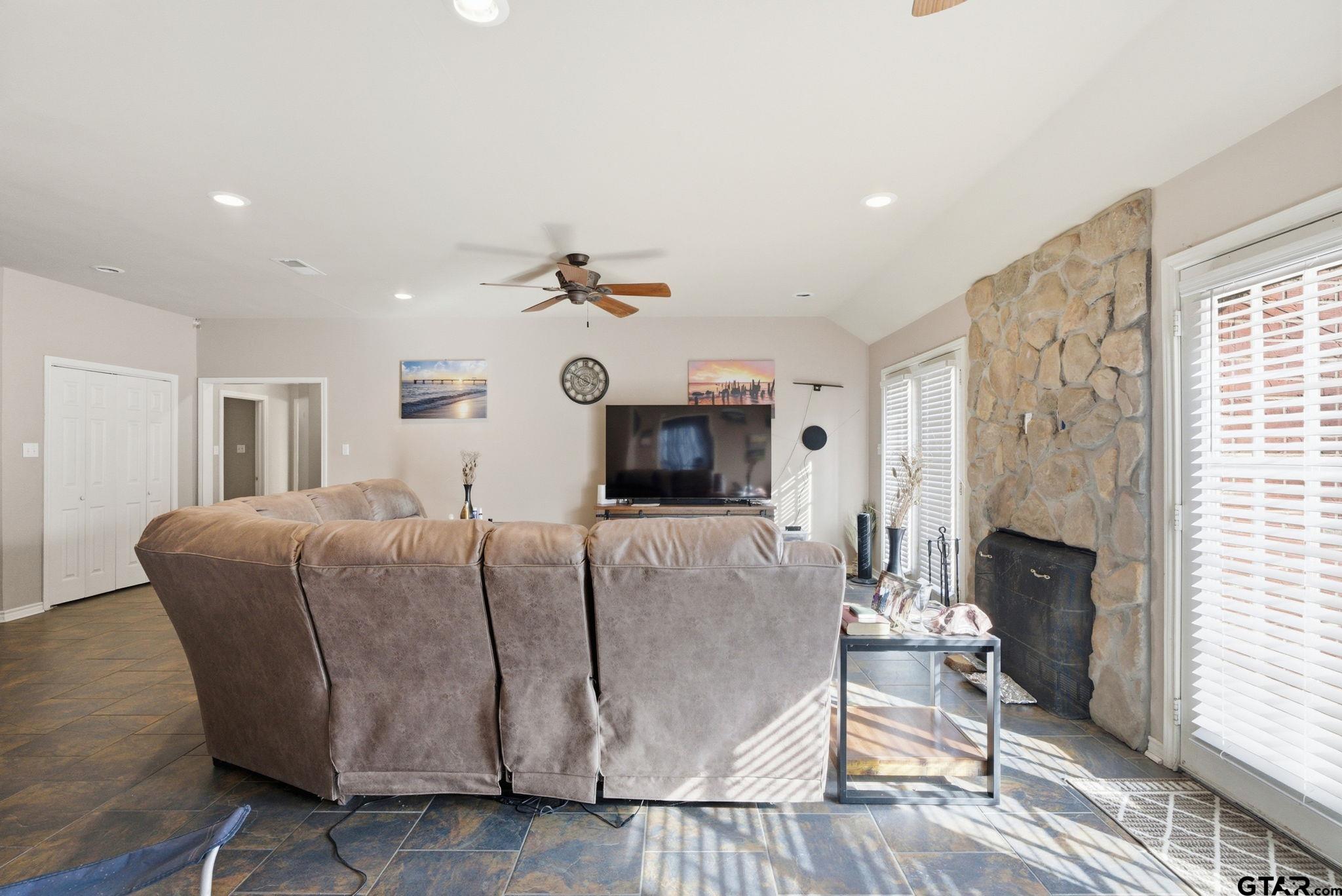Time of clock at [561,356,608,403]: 3:49
